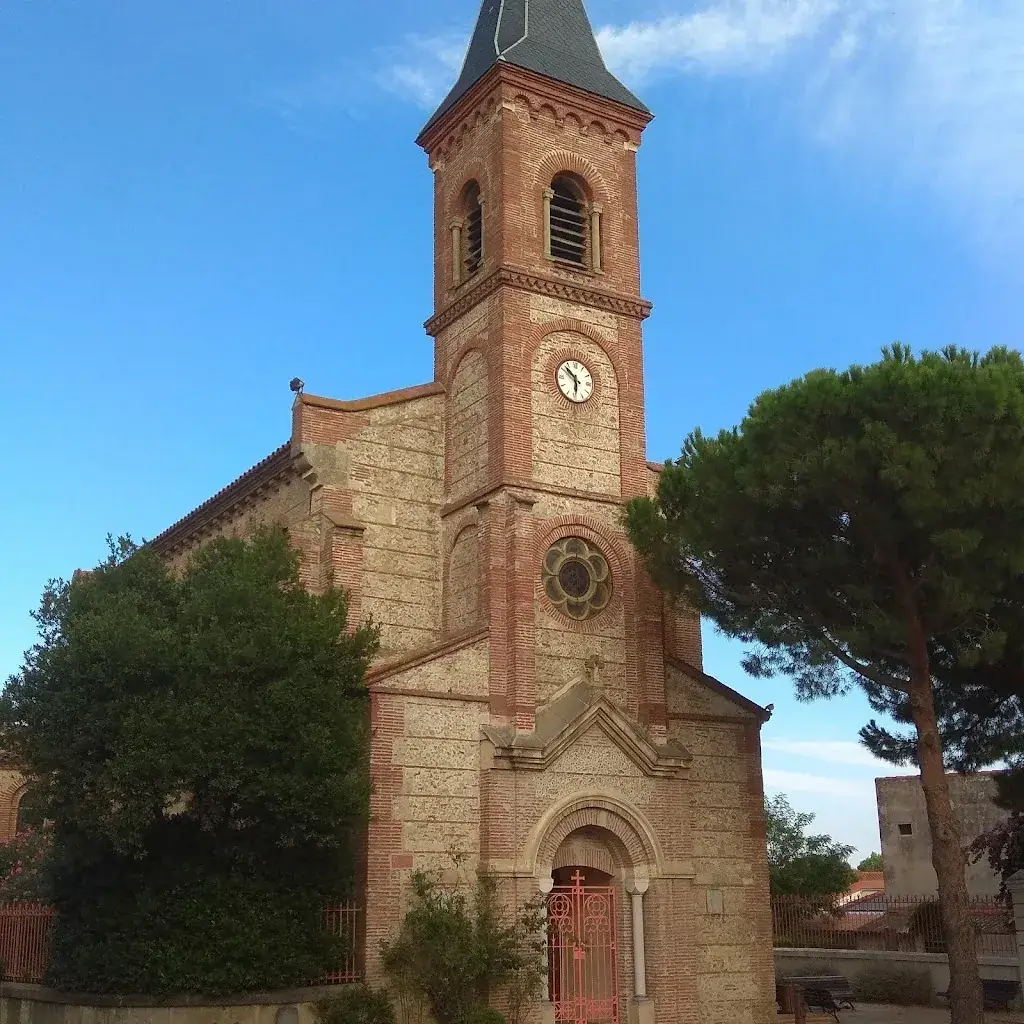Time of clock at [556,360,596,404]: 5:51
